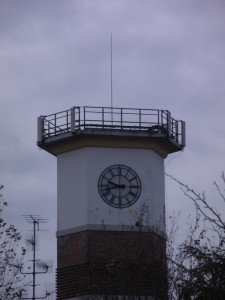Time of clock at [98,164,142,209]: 9:42
